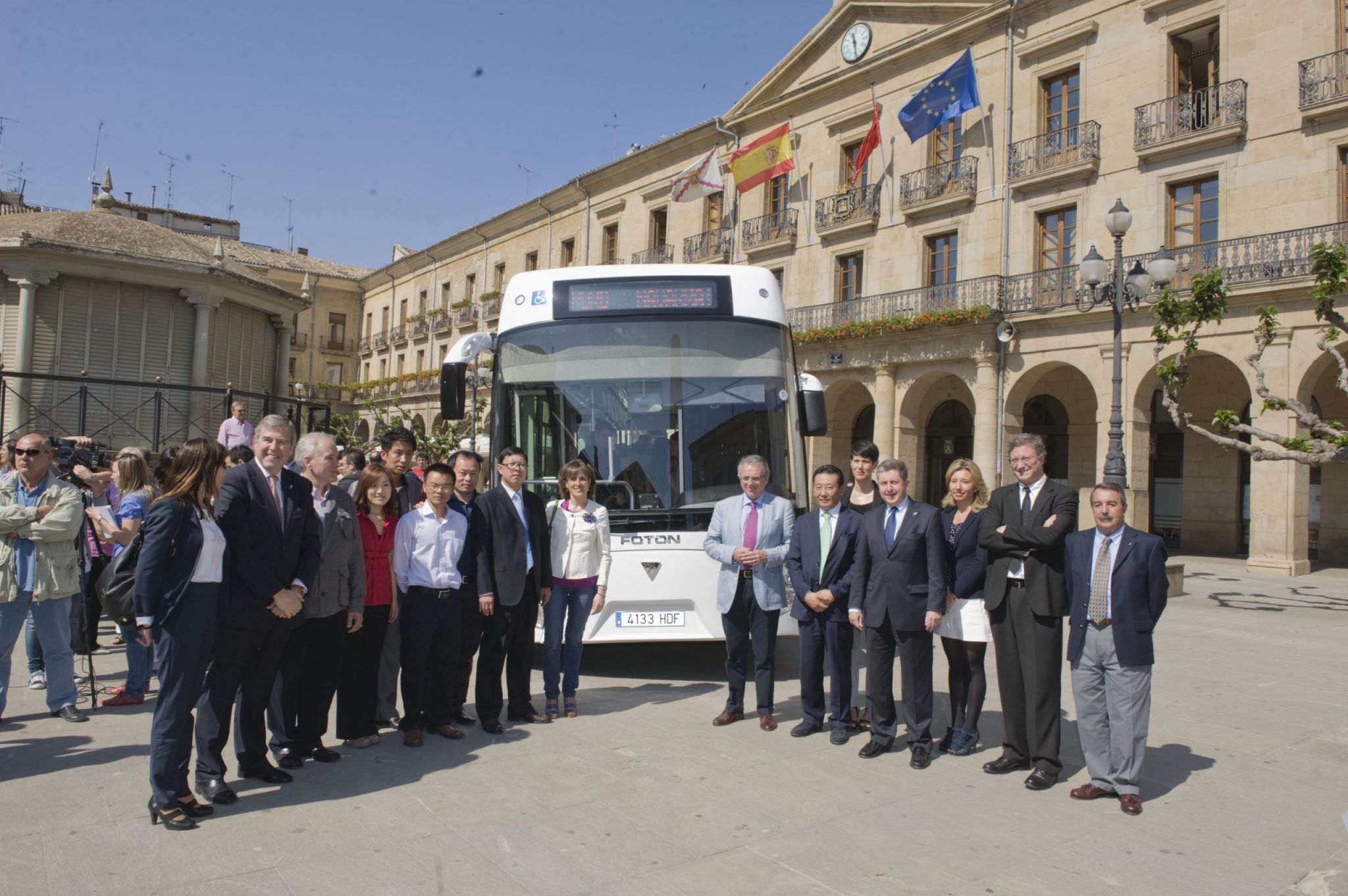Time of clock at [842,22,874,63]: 11:28
